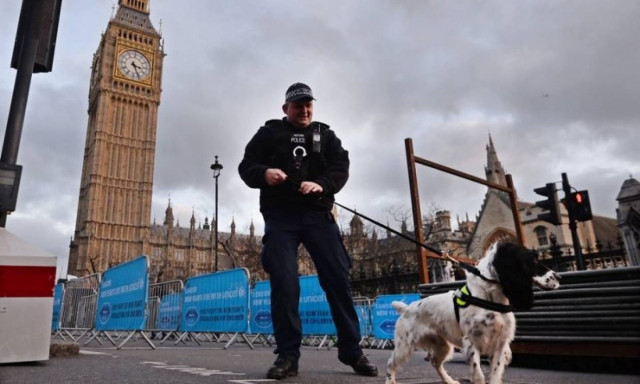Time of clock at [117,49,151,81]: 3:26
